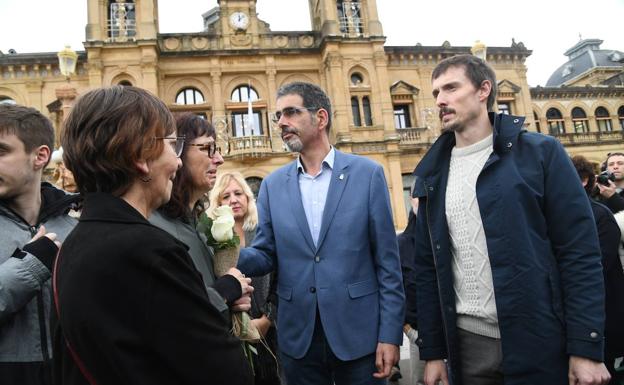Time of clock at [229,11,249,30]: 12:07
